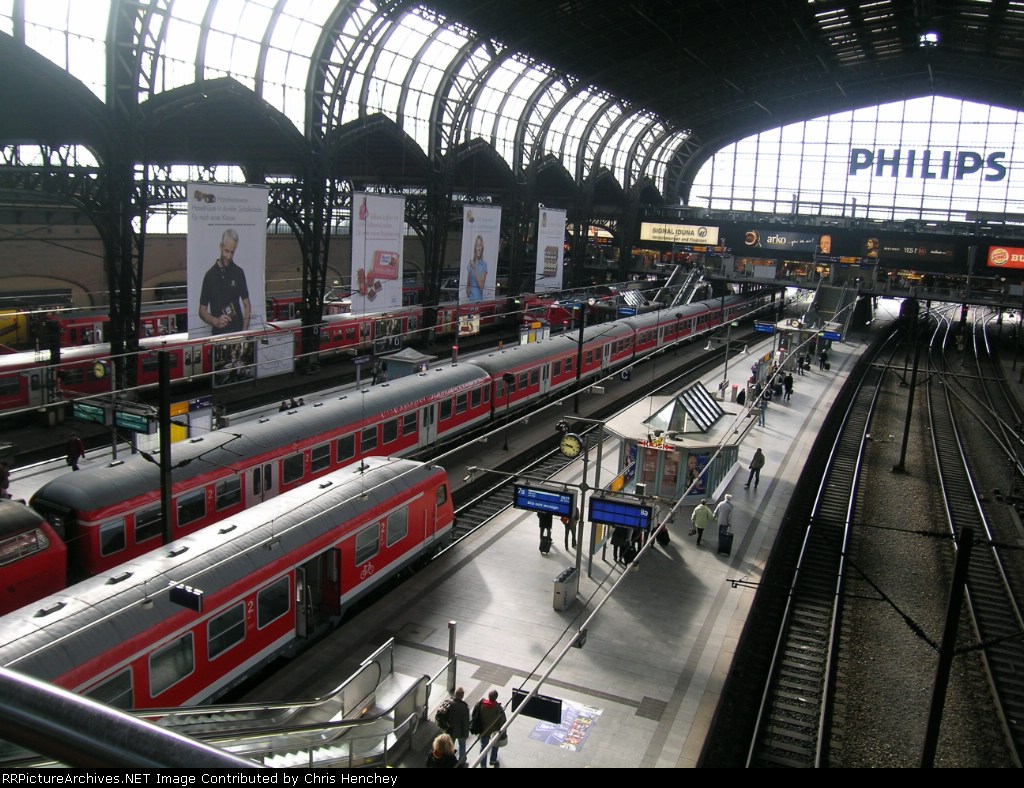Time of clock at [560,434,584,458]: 9:44
